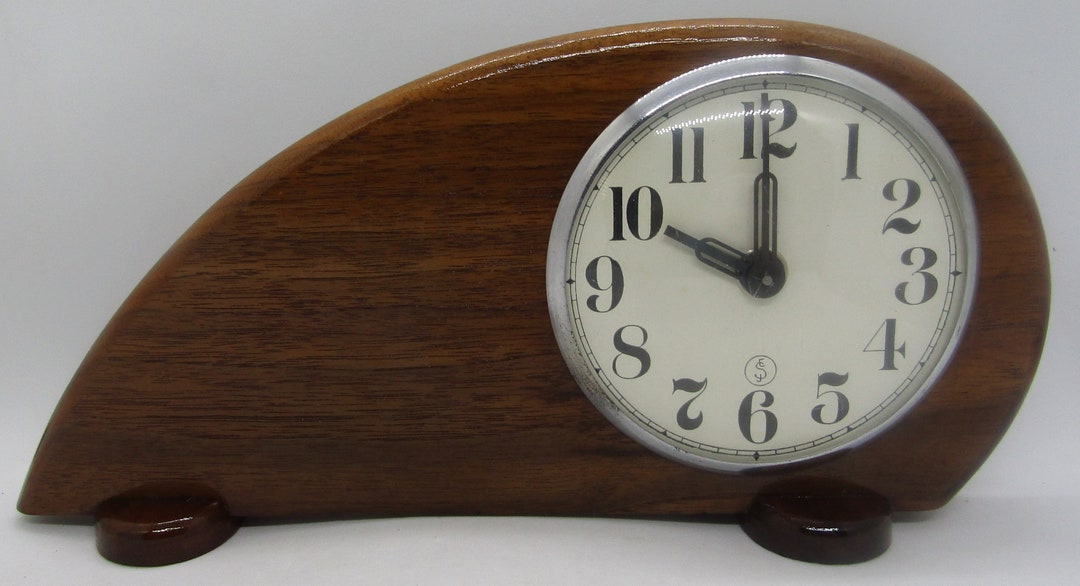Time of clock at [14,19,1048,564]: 10:00
